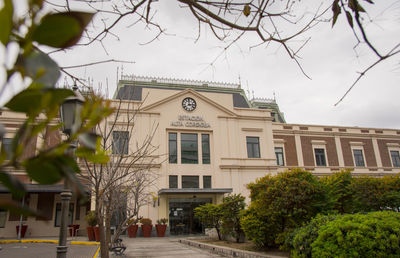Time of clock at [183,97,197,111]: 2:59
